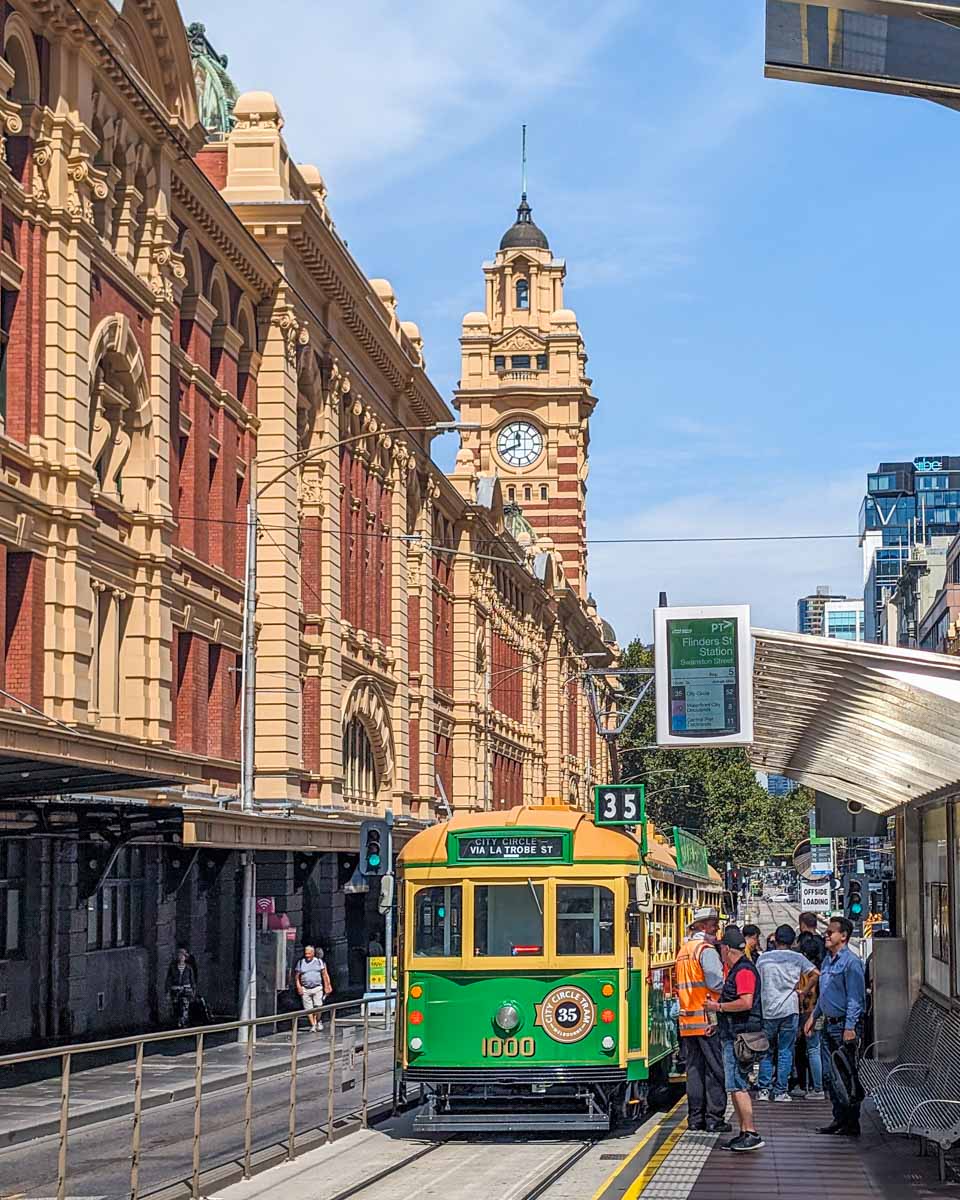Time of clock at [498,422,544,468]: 11:41
